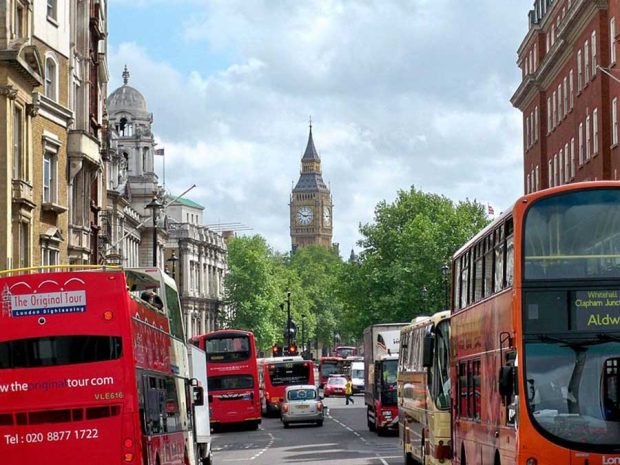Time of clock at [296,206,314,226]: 2:50
